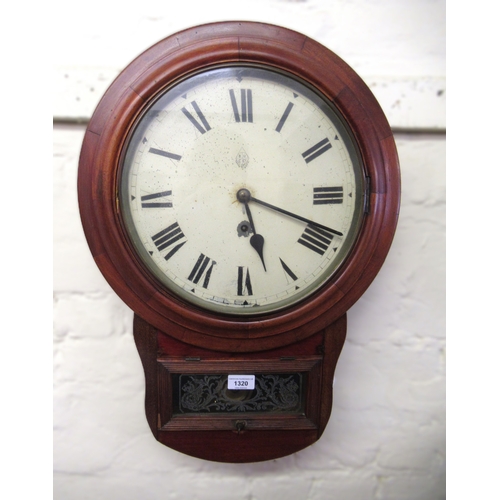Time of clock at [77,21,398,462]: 5:18
